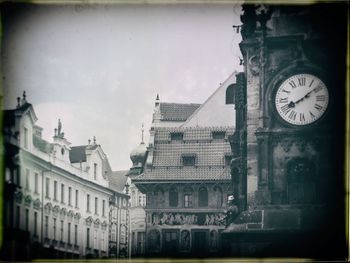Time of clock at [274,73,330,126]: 8:08
